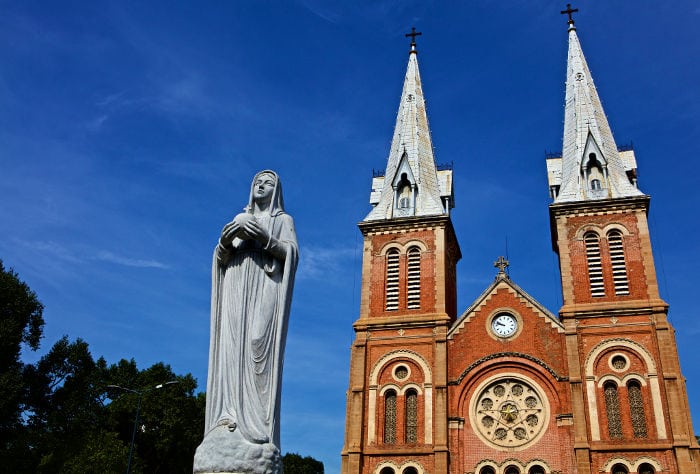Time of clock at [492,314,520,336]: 9:47
